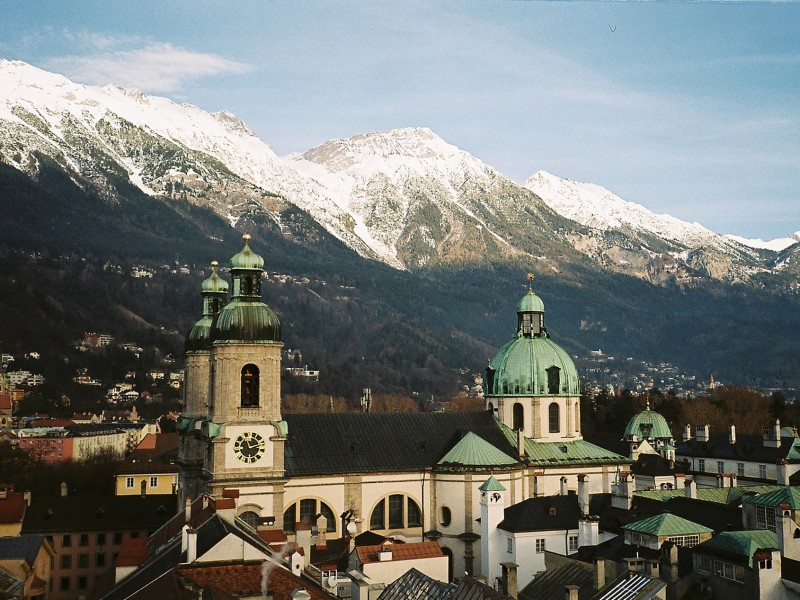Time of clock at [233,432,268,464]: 11:11
